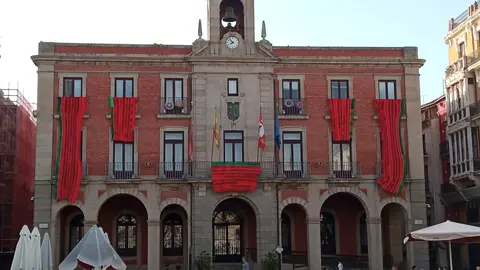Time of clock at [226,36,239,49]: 7:53
